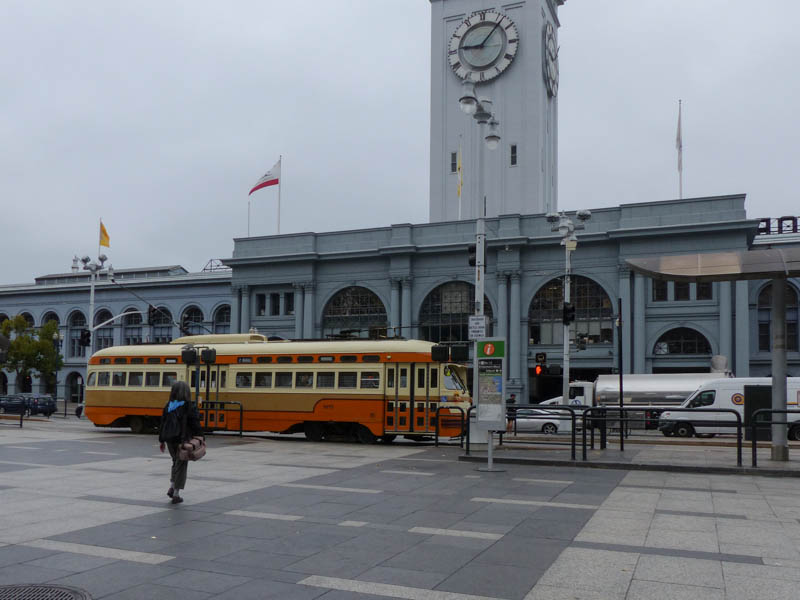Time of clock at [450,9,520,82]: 9:07
